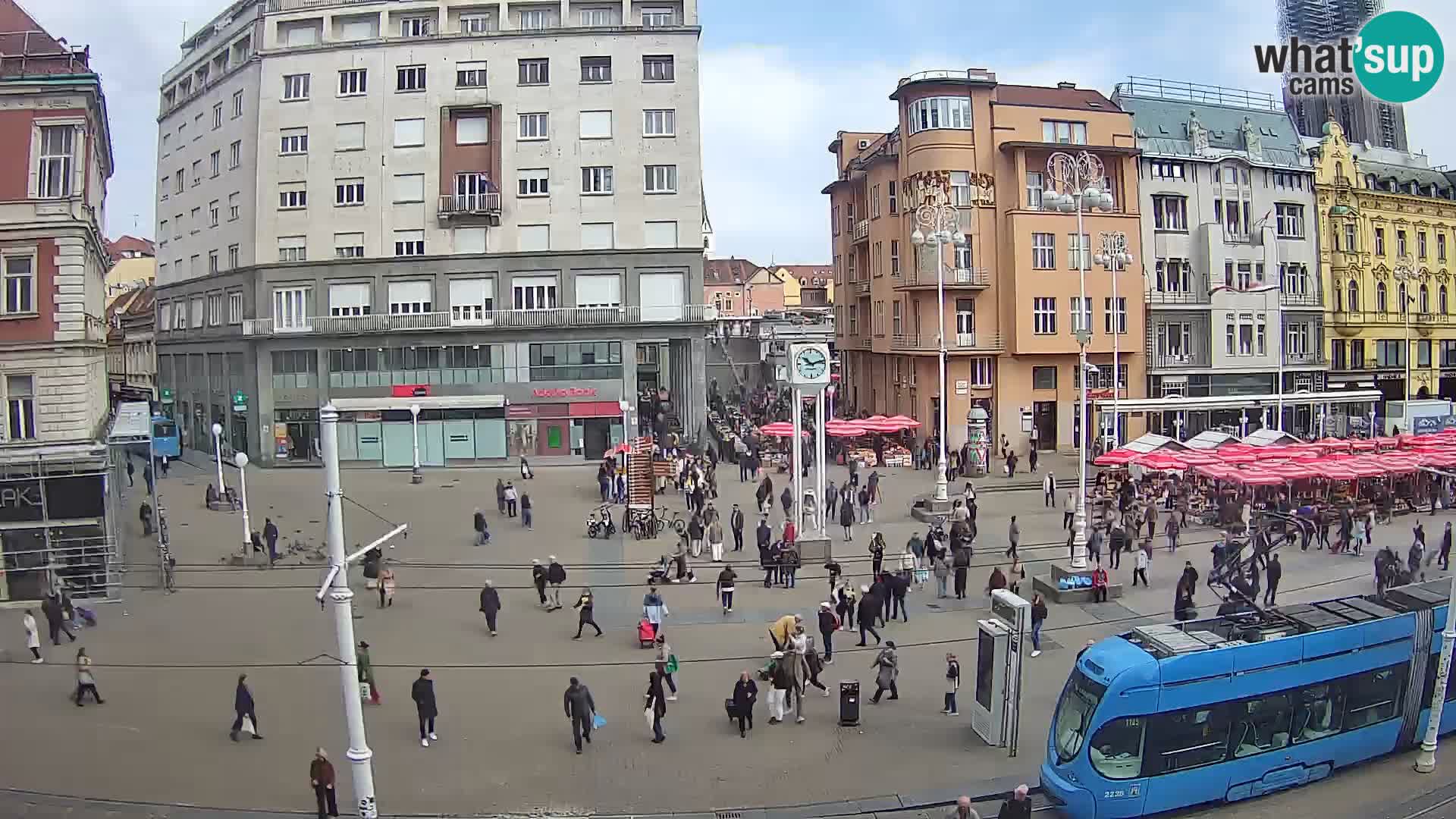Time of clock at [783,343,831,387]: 10:12
